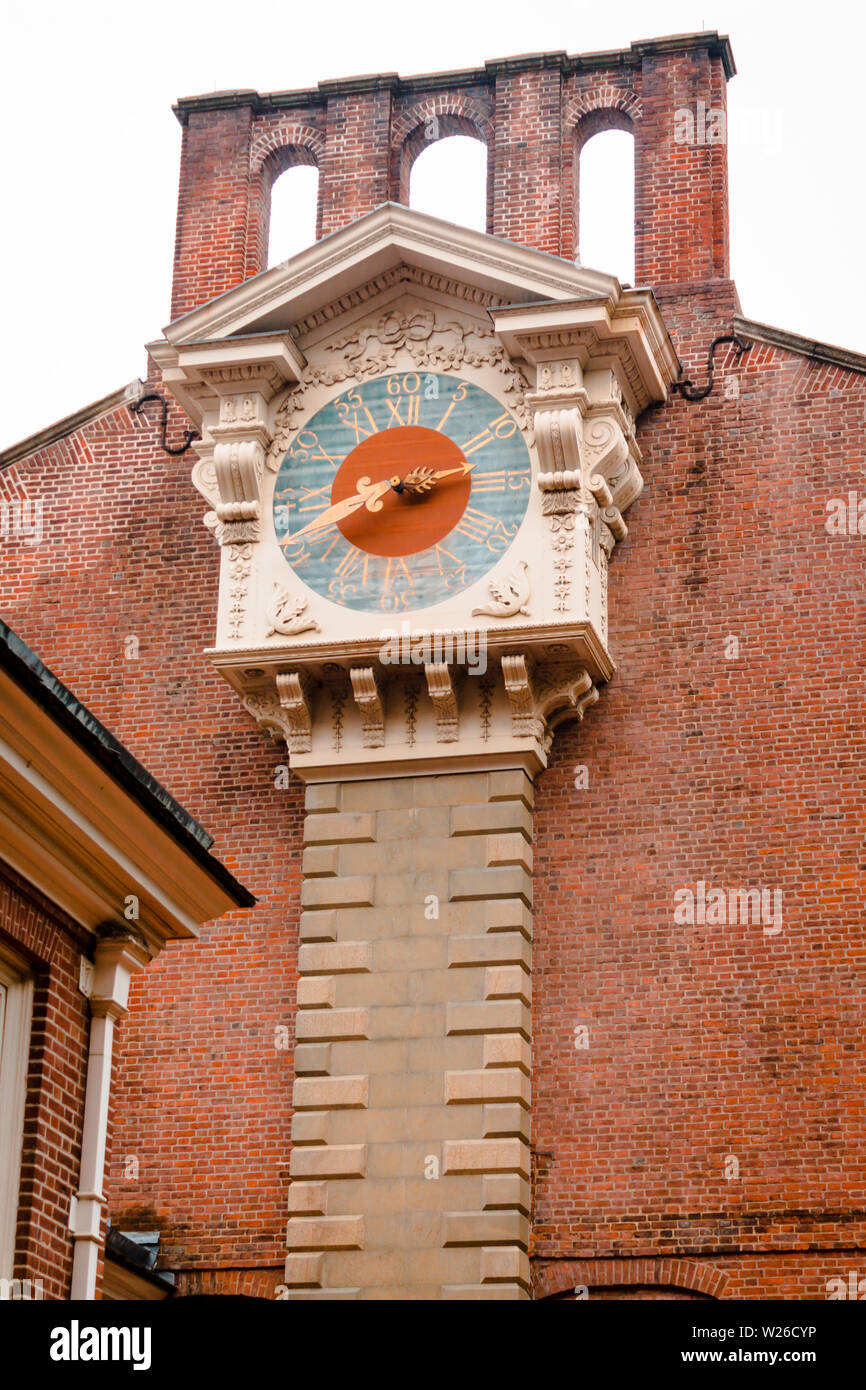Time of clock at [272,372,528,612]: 8:12
